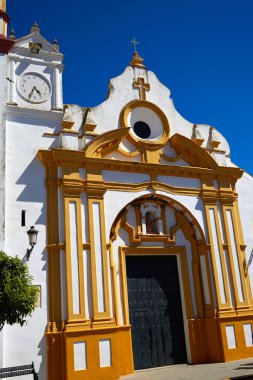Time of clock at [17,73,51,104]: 4:34
